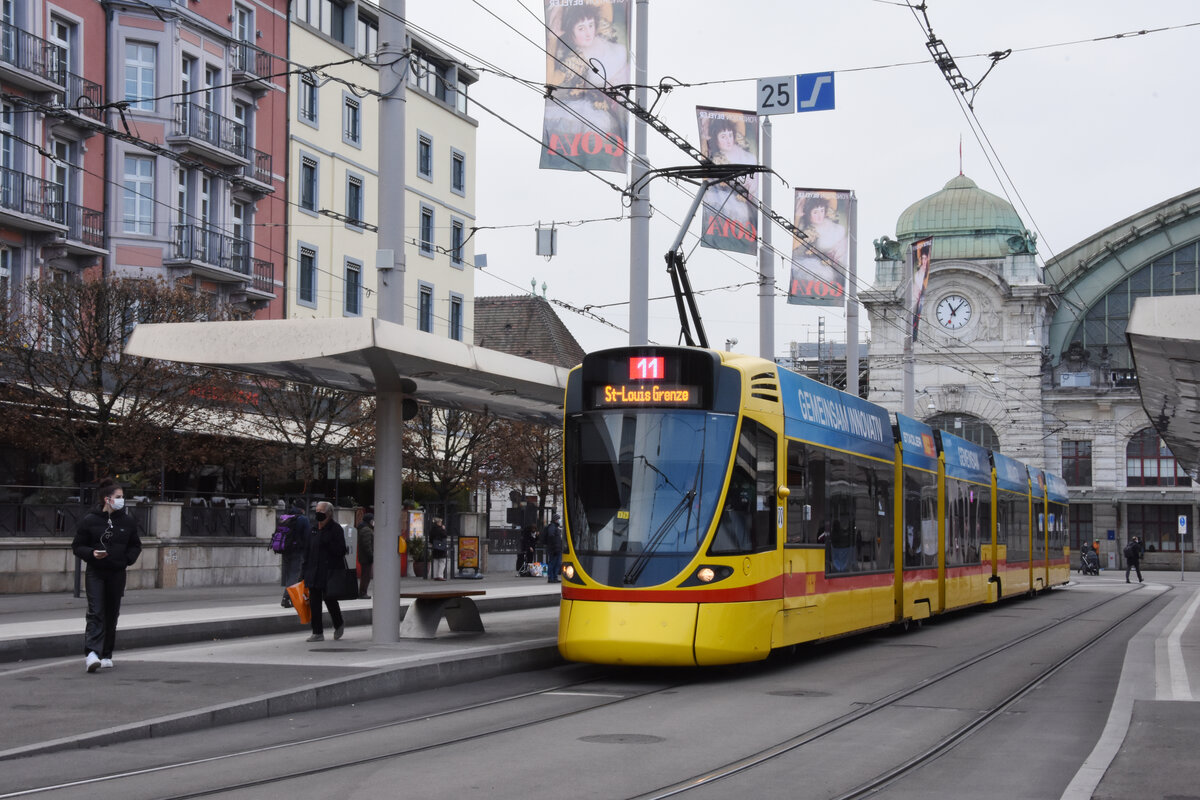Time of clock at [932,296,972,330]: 11:07
